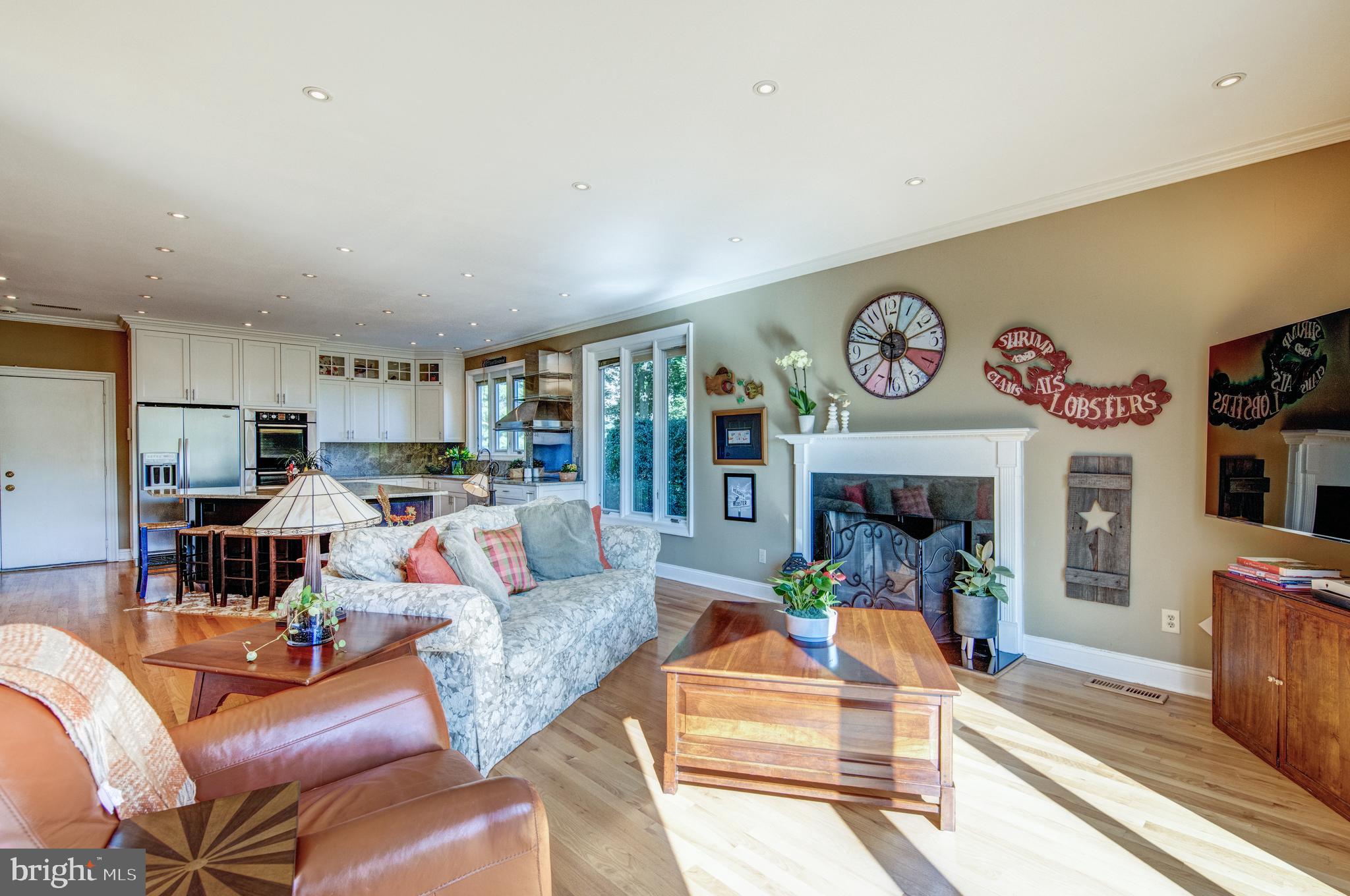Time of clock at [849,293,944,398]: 9:32
